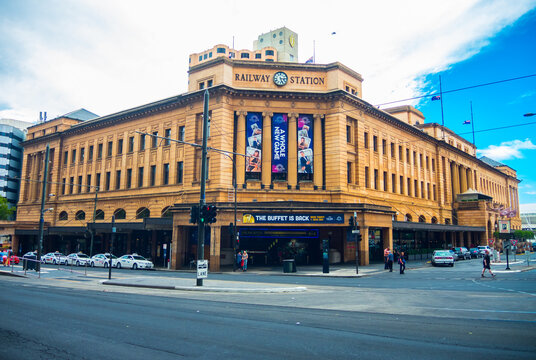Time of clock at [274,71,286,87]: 5:14
